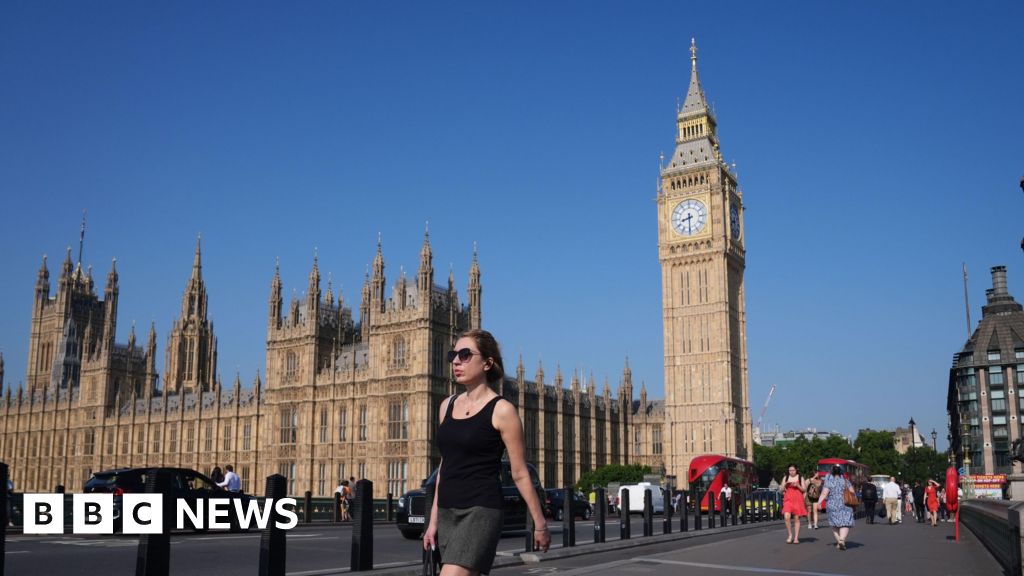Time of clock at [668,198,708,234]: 8:30
